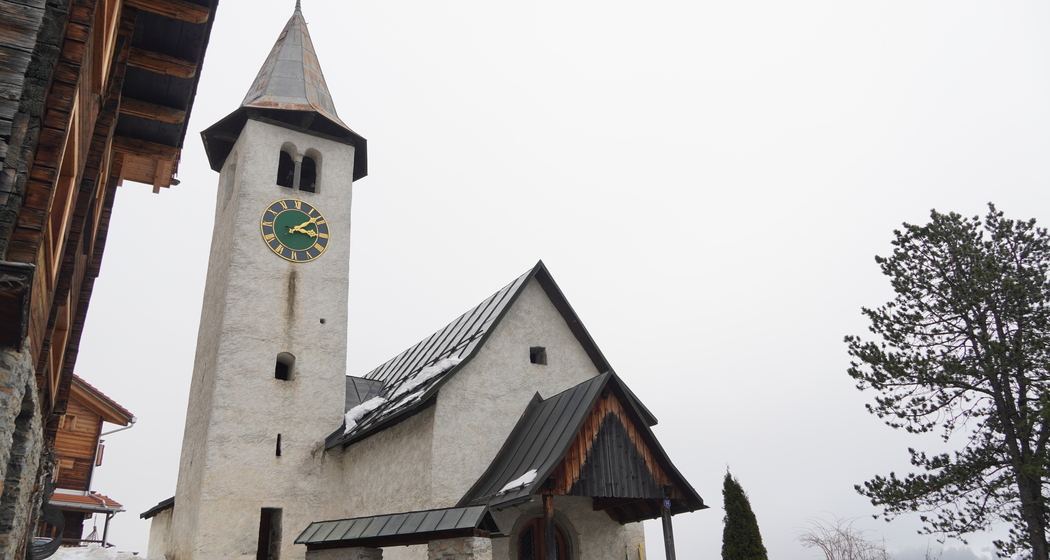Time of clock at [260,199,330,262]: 3:08
